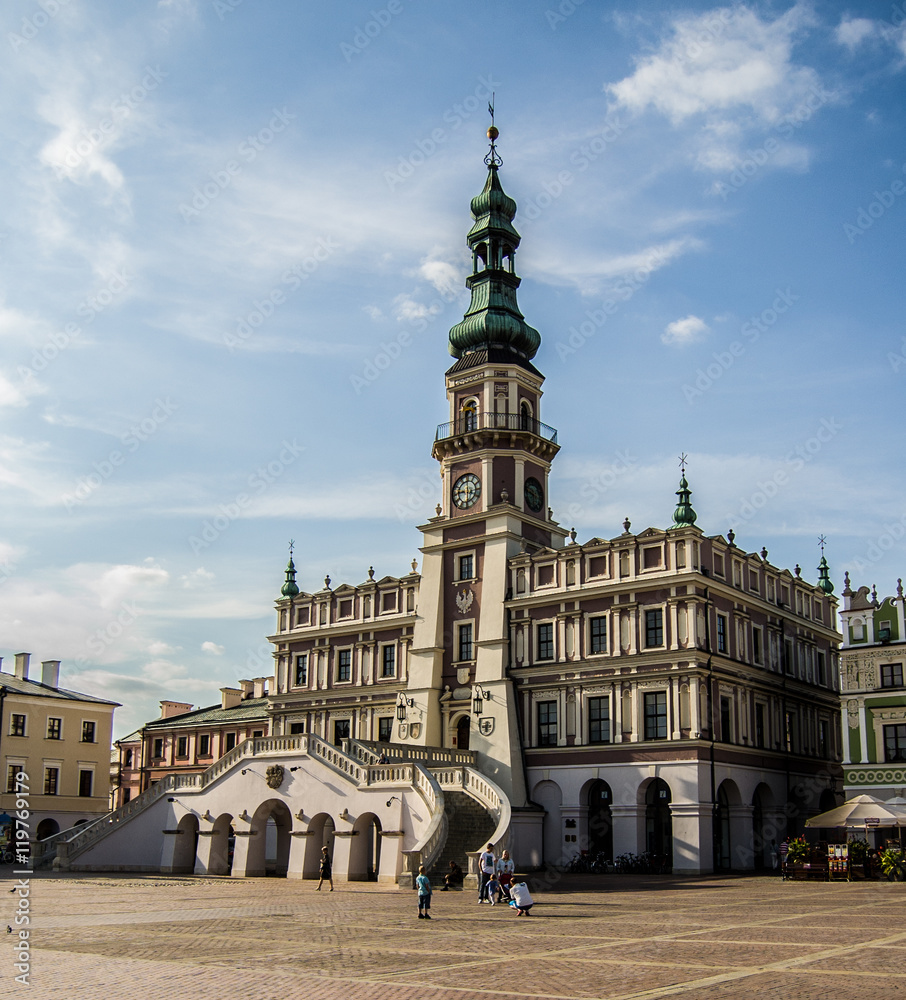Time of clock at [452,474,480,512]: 5:59
